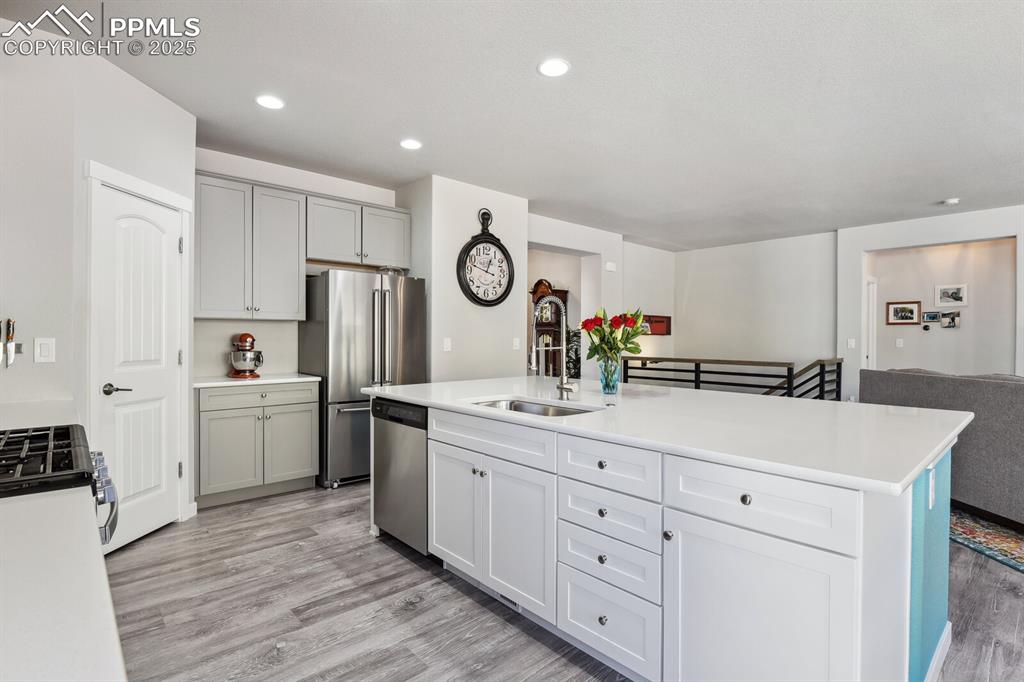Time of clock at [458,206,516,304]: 12:47
